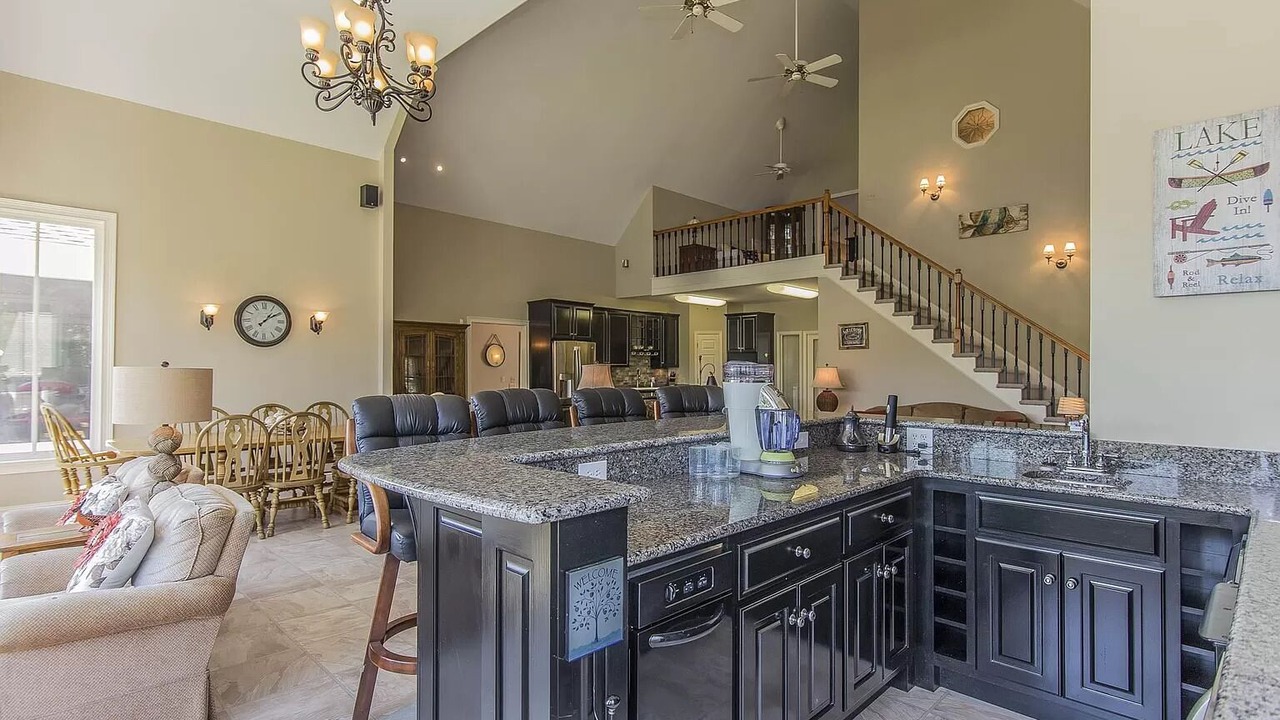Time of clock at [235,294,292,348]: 1:09
